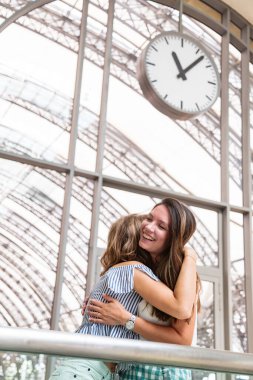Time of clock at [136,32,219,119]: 11:07
